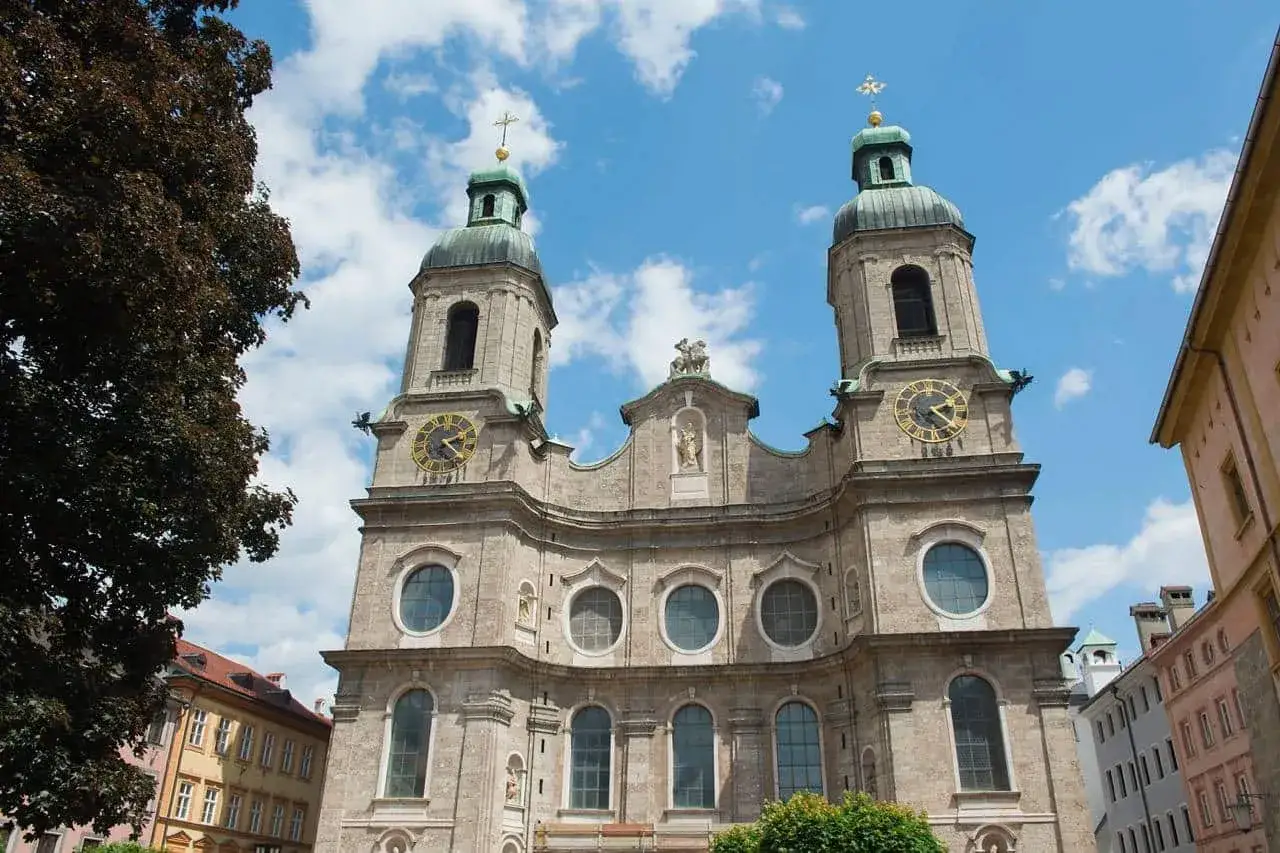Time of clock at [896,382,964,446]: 2:21
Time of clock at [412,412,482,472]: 2:22
